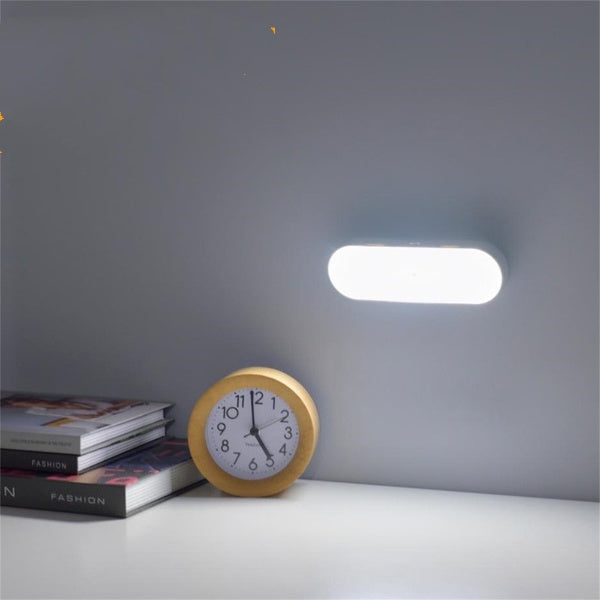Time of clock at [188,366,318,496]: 4:58
